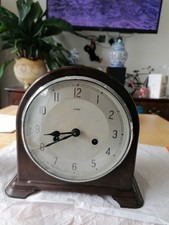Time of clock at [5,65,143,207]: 8:40
